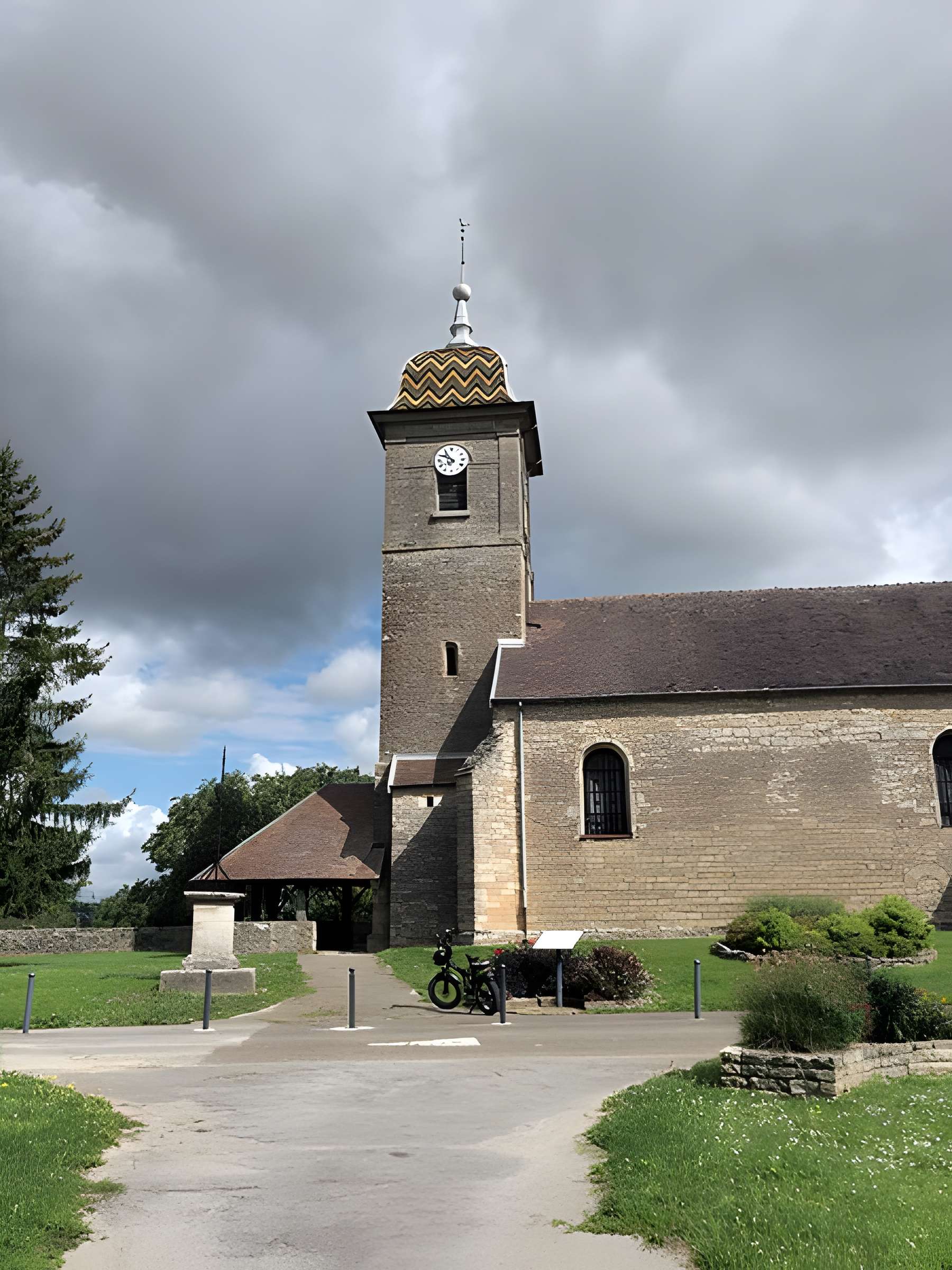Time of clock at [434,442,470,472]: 9:54
